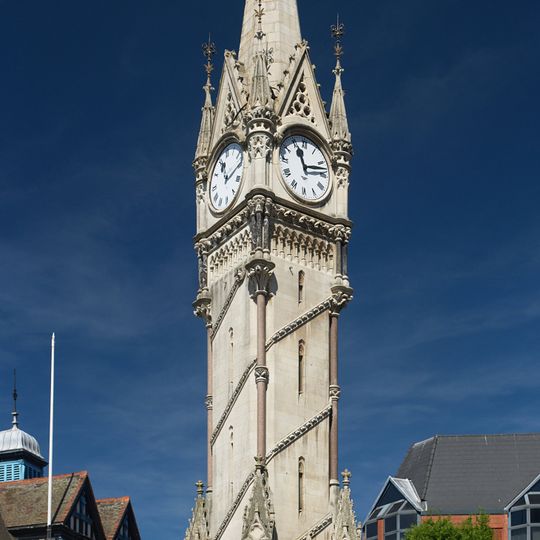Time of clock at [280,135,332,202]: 11:12
